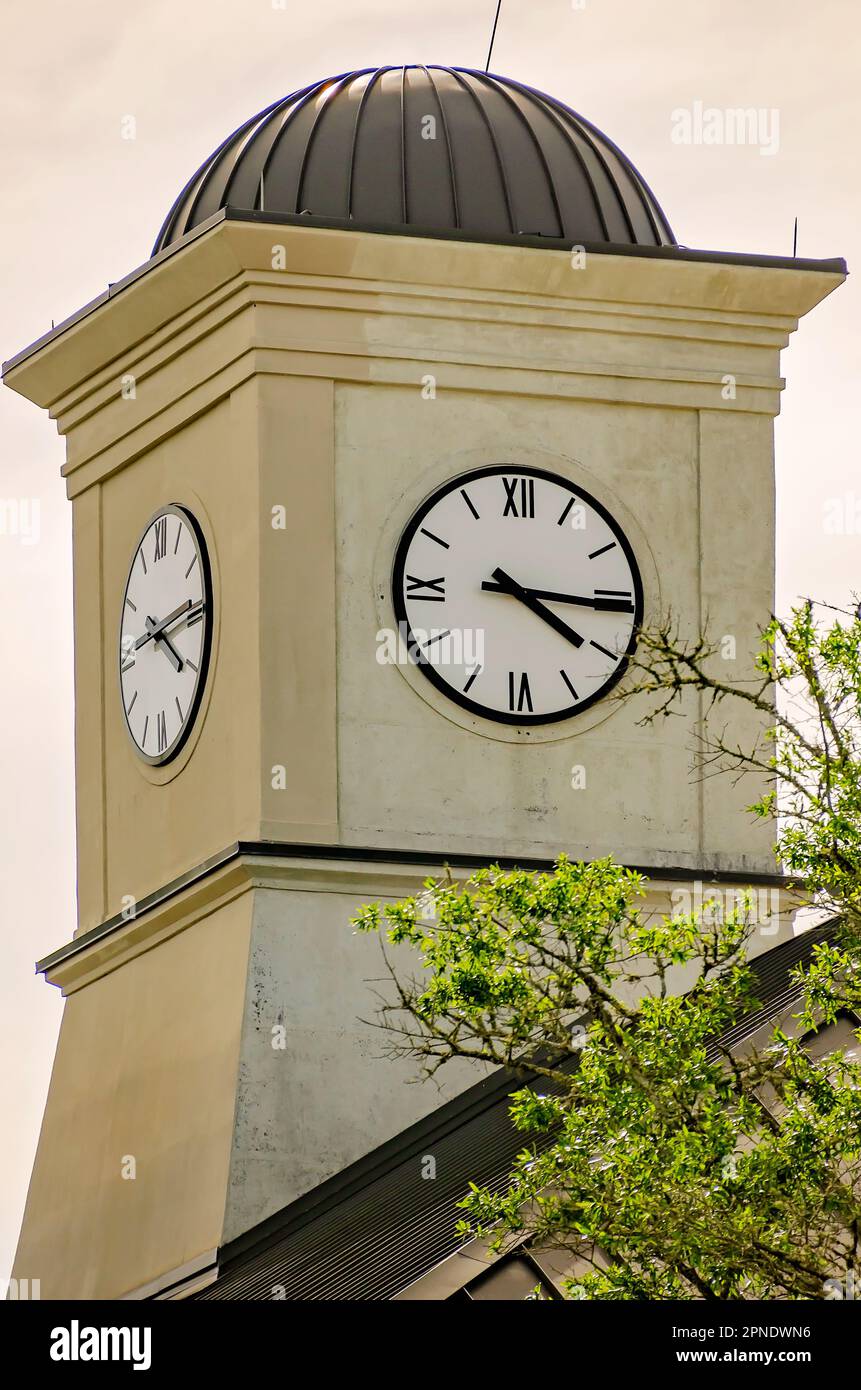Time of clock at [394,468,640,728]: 4:15
